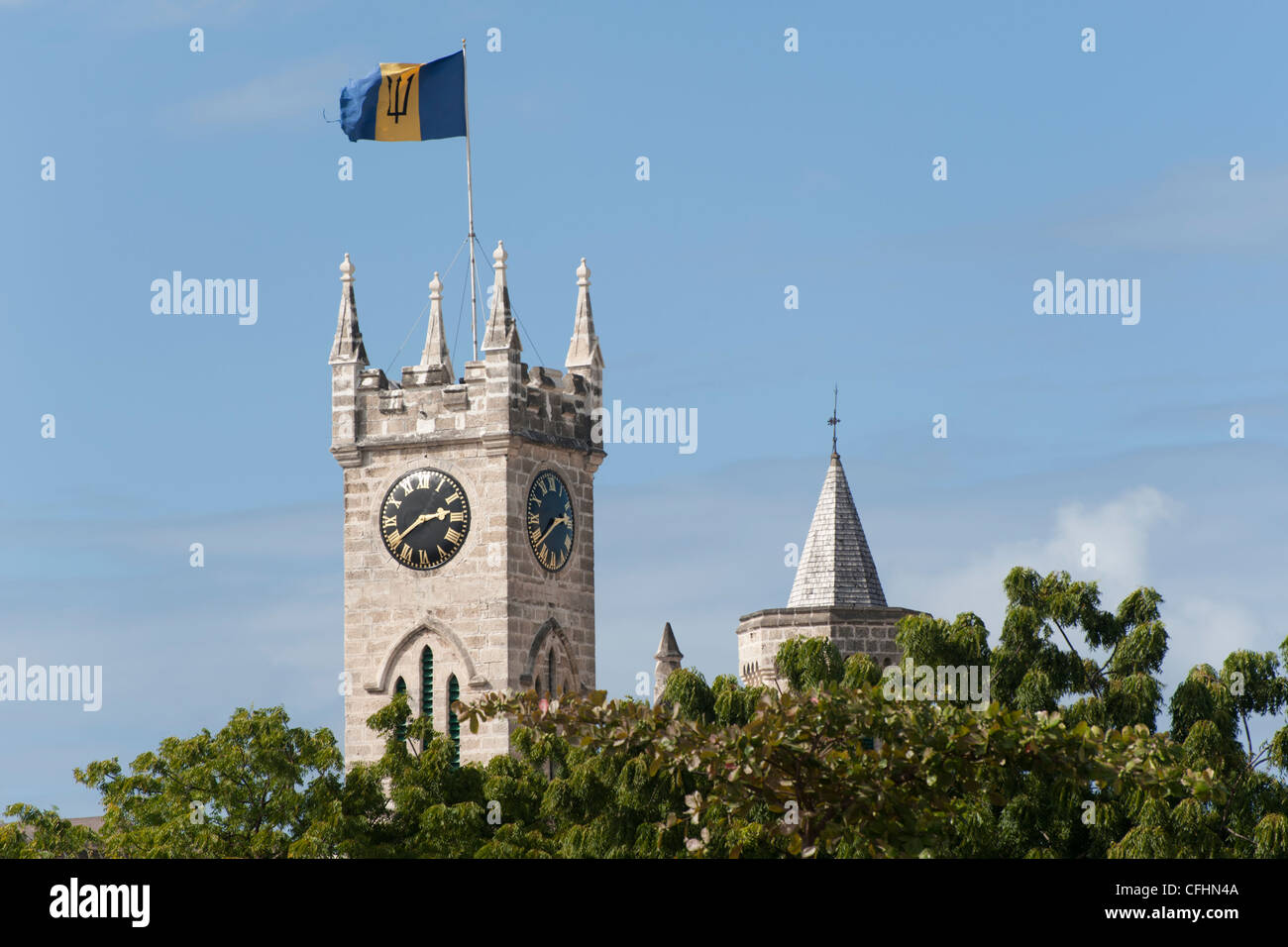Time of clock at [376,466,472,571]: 2:39
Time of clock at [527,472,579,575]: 2:39
